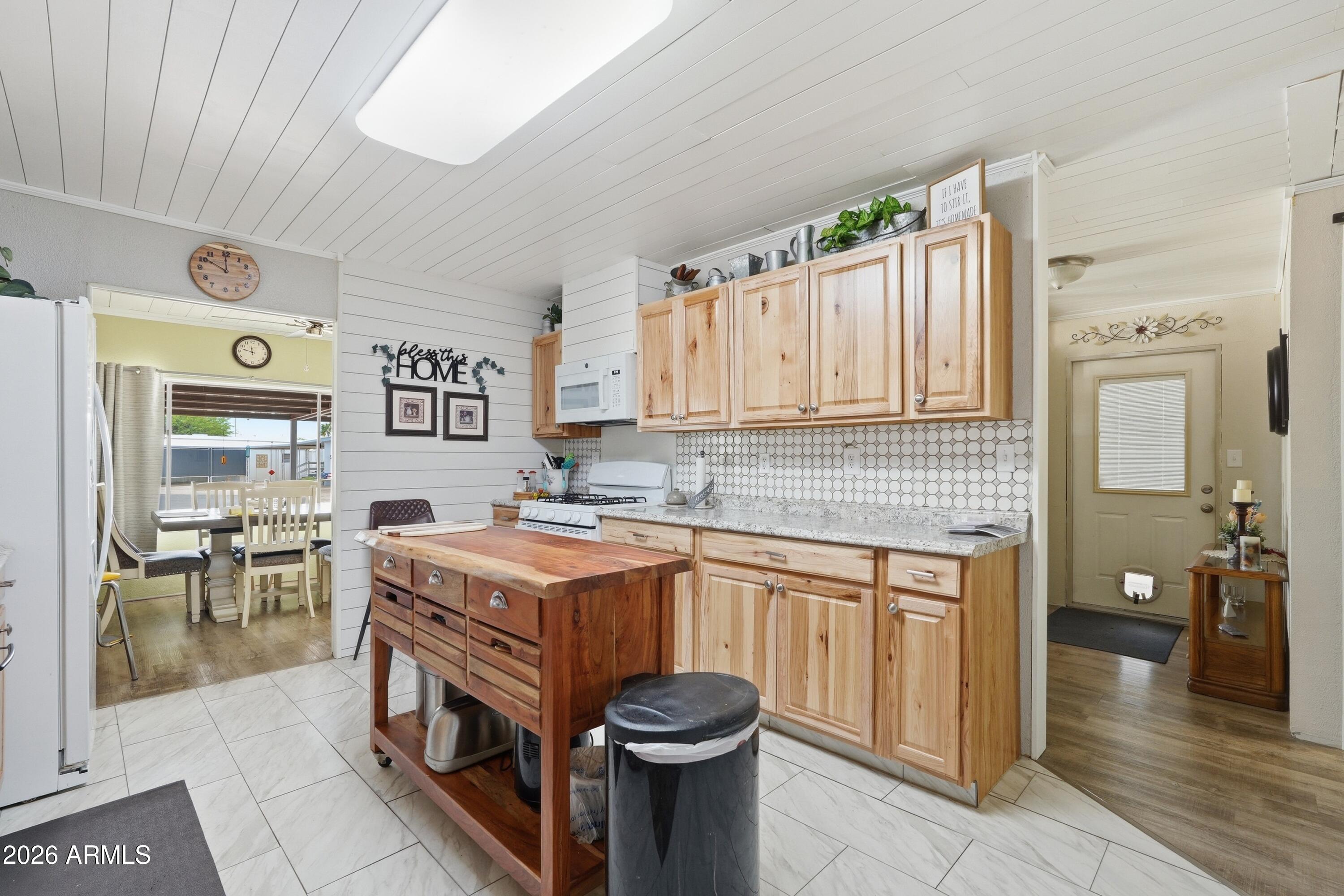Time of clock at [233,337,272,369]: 11:47
